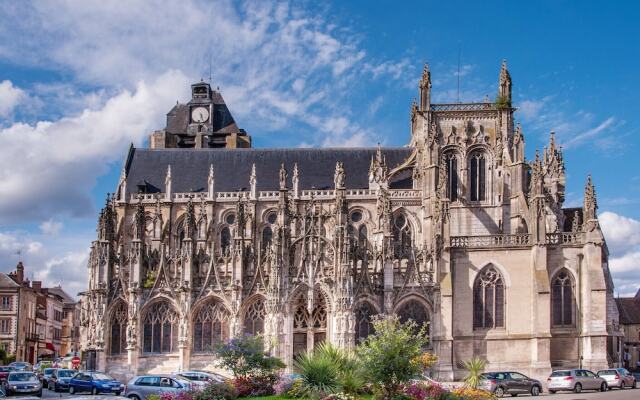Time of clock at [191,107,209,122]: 5:26
